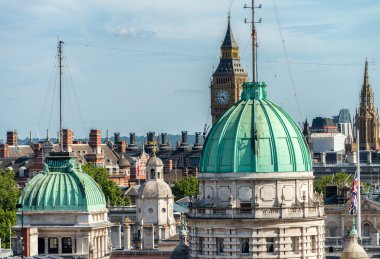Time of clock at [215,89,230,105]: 4:45
